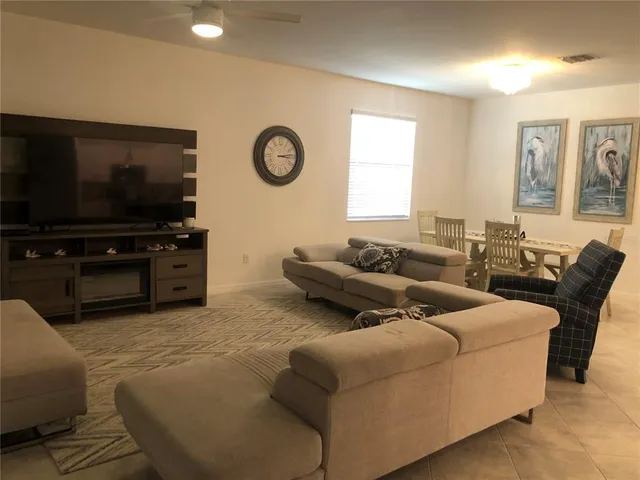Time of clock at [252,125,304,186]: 3:13
